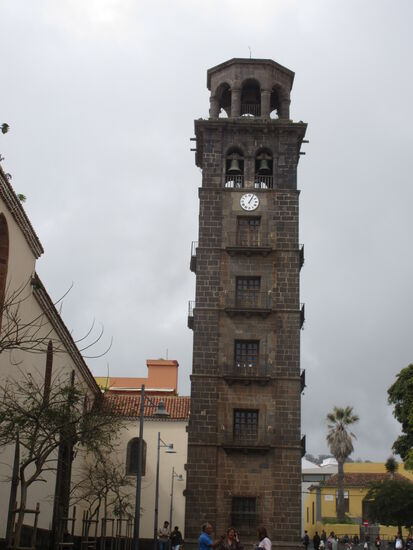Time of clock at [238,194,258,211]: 1:05
